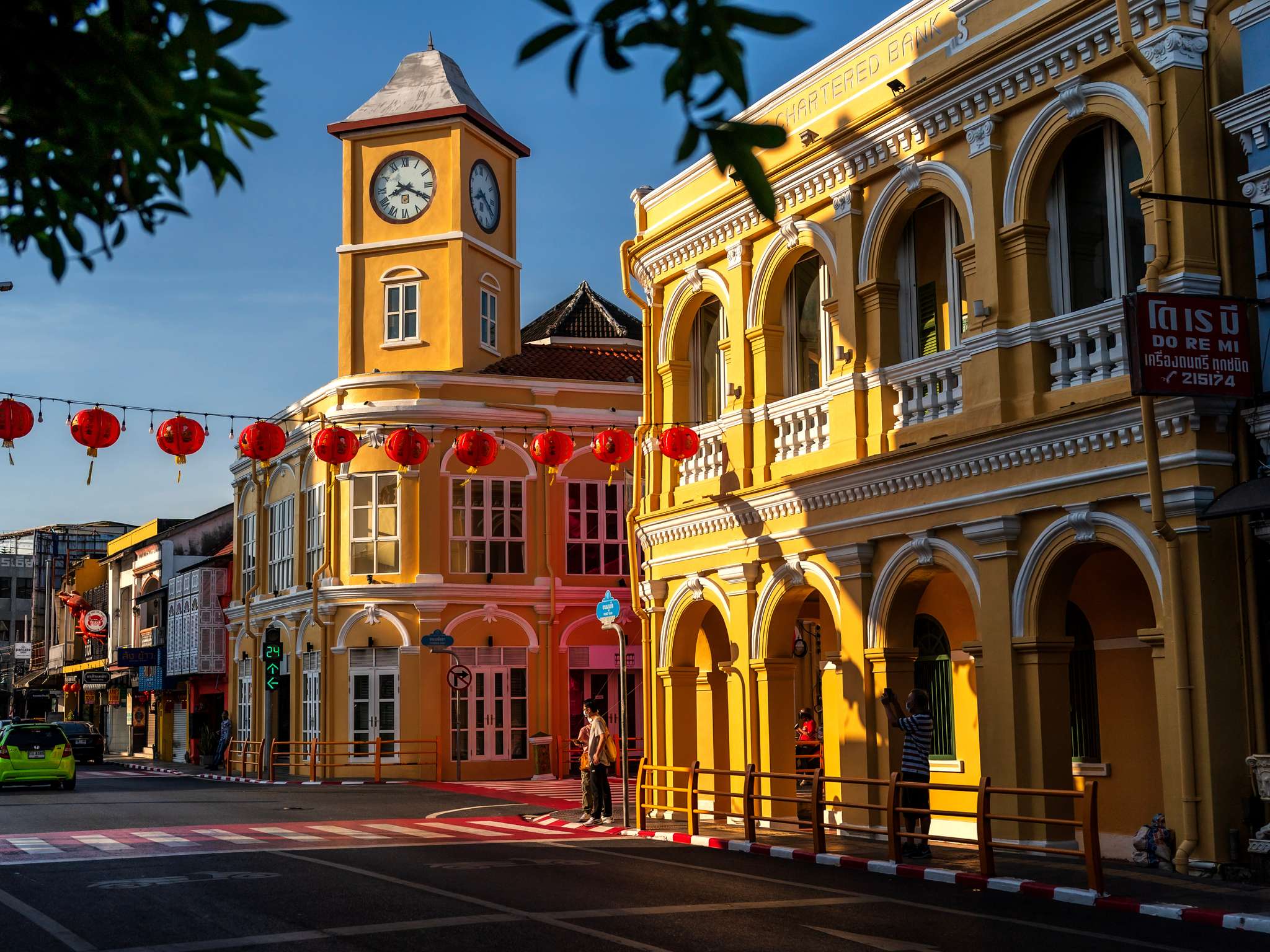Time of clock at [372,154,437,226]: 8:19
